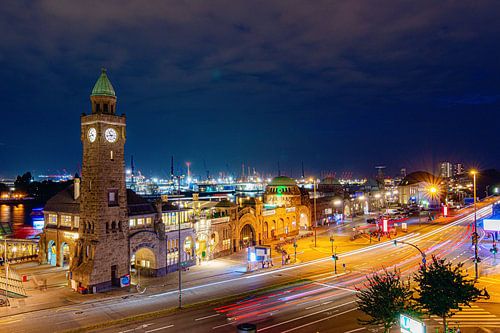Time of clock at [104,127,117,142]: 10:42
